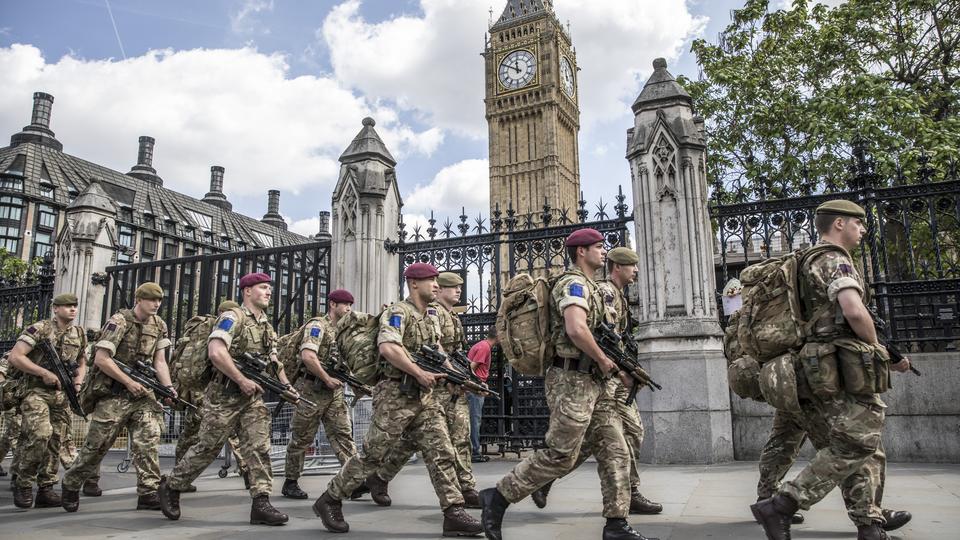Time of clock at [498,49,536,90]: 11:49
